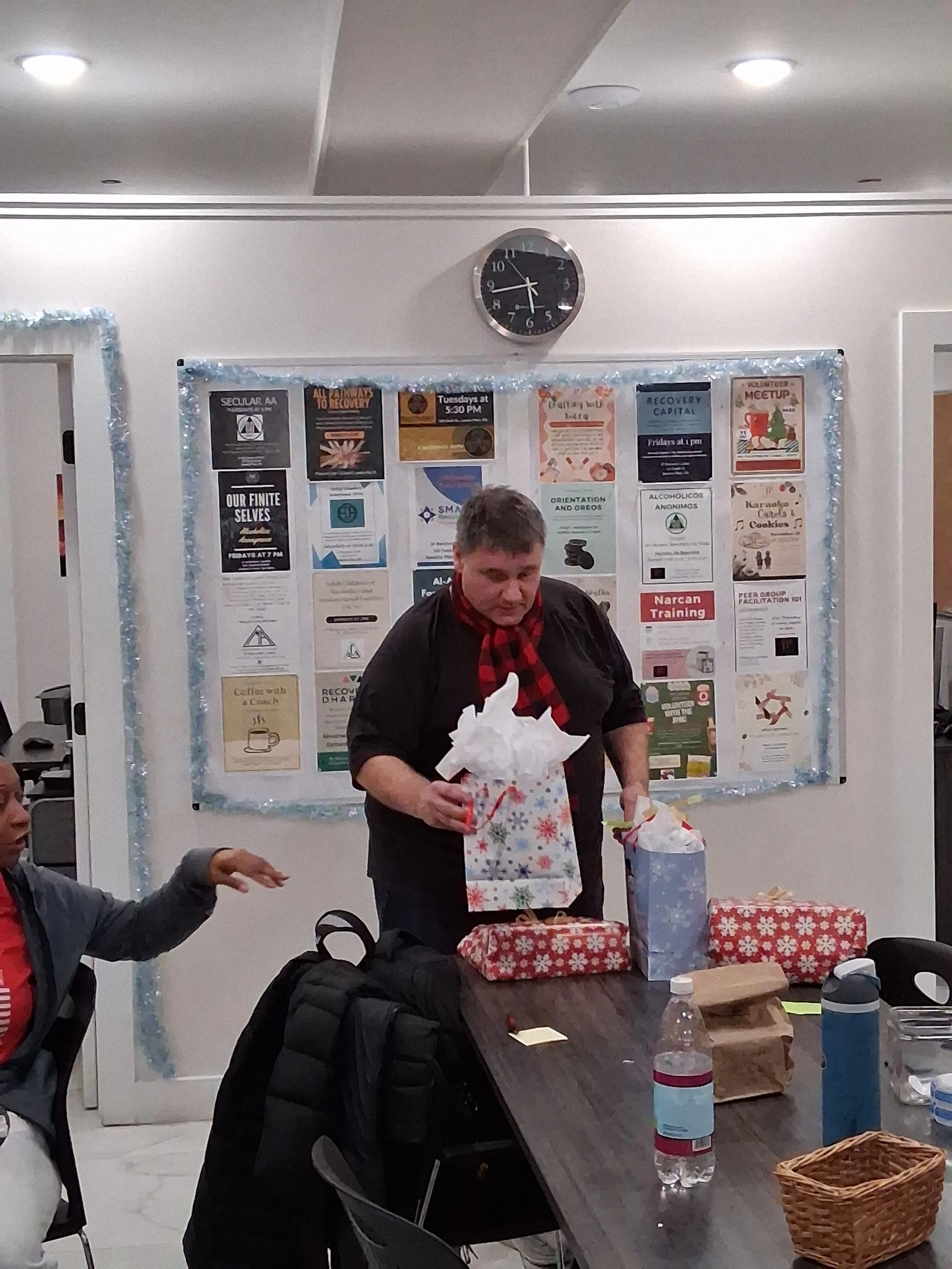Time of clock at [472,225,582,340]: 5:43
